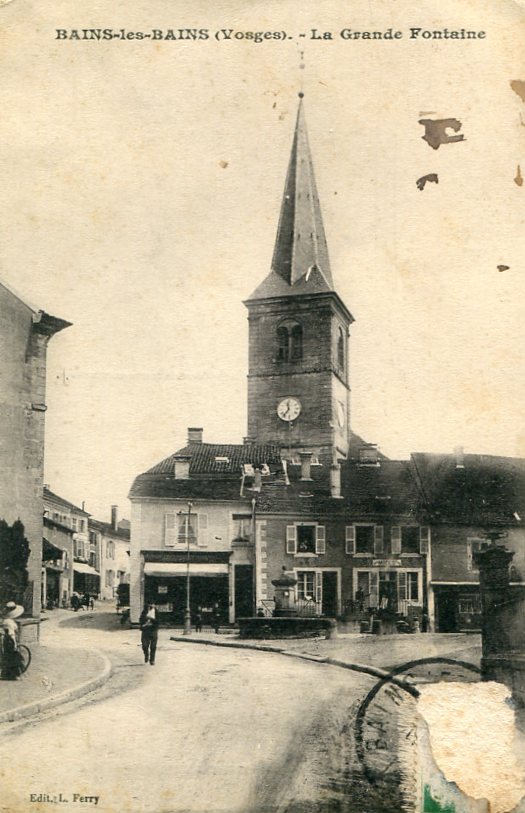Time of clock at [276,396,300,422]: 11:36
